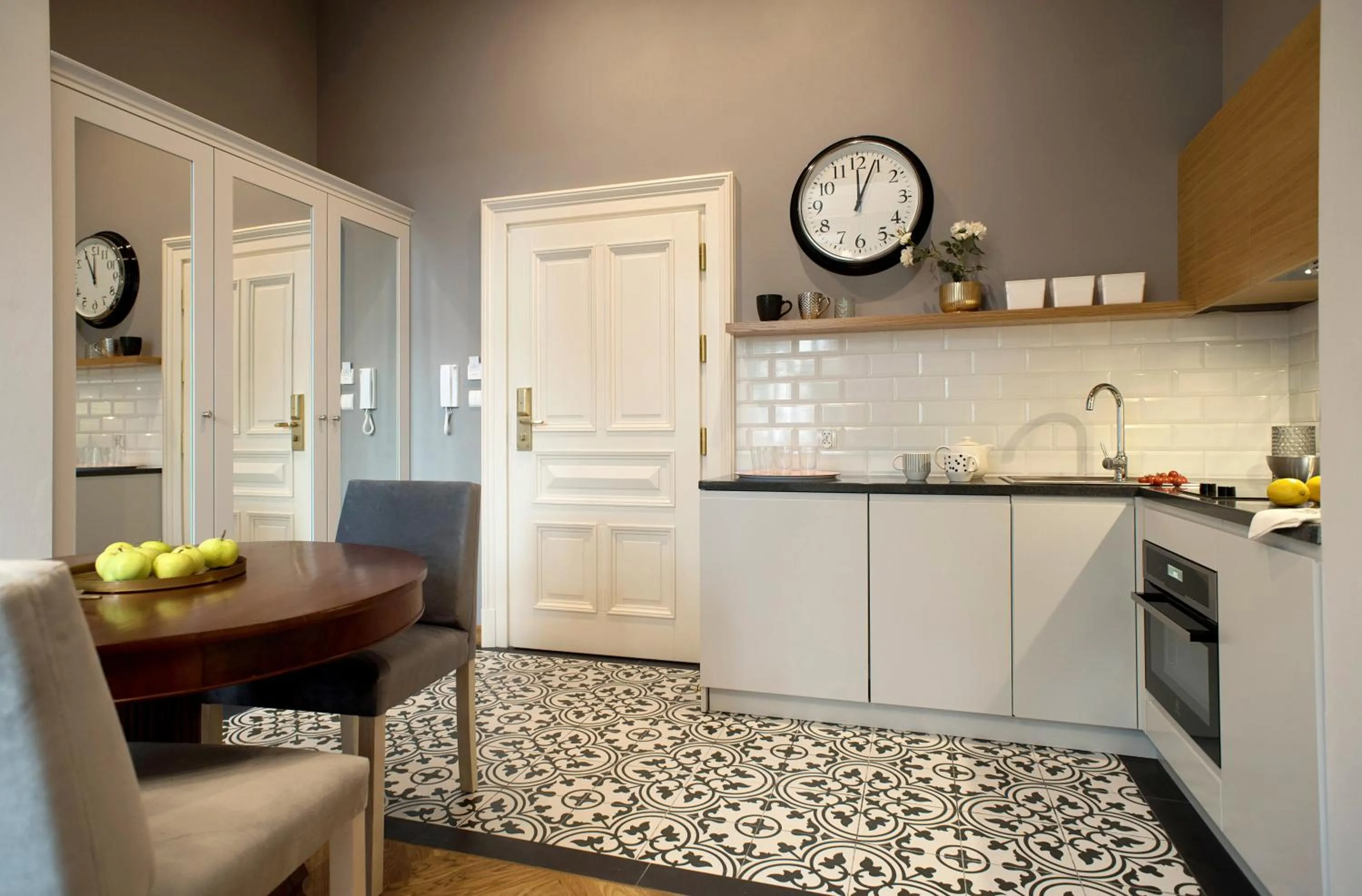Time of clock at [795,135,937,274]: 12:04
